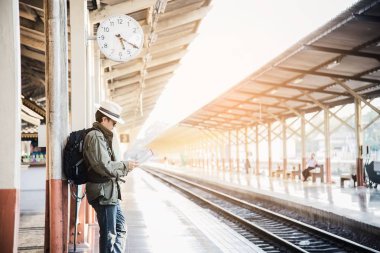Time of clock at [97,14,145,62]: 5:20
